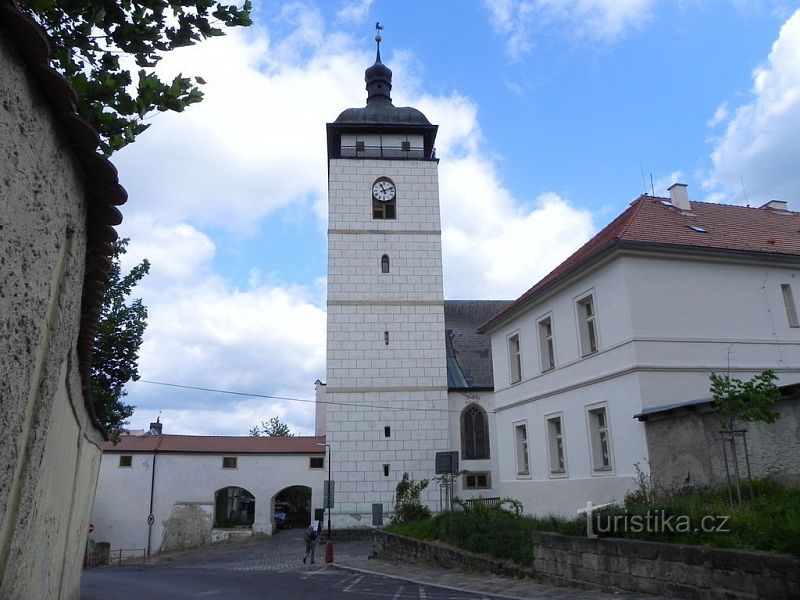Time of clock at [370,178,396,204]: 11:11
